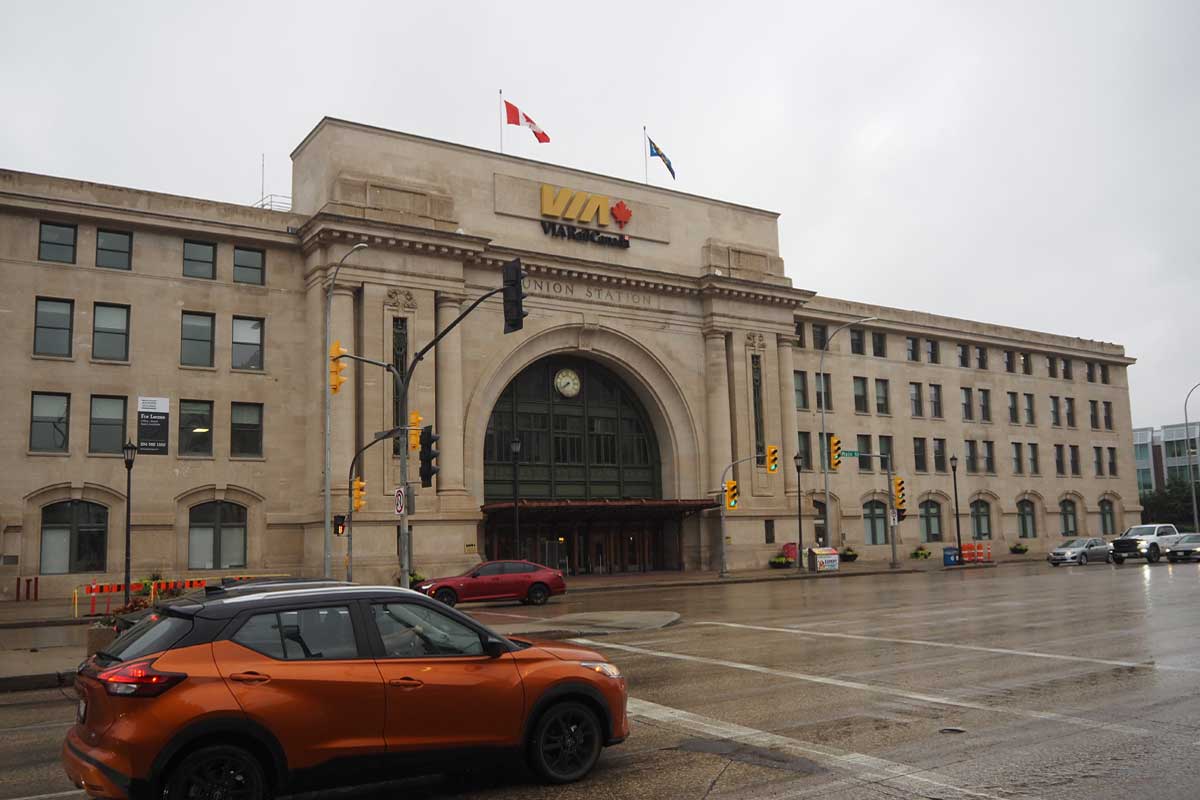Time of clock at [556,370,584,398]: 7:40
